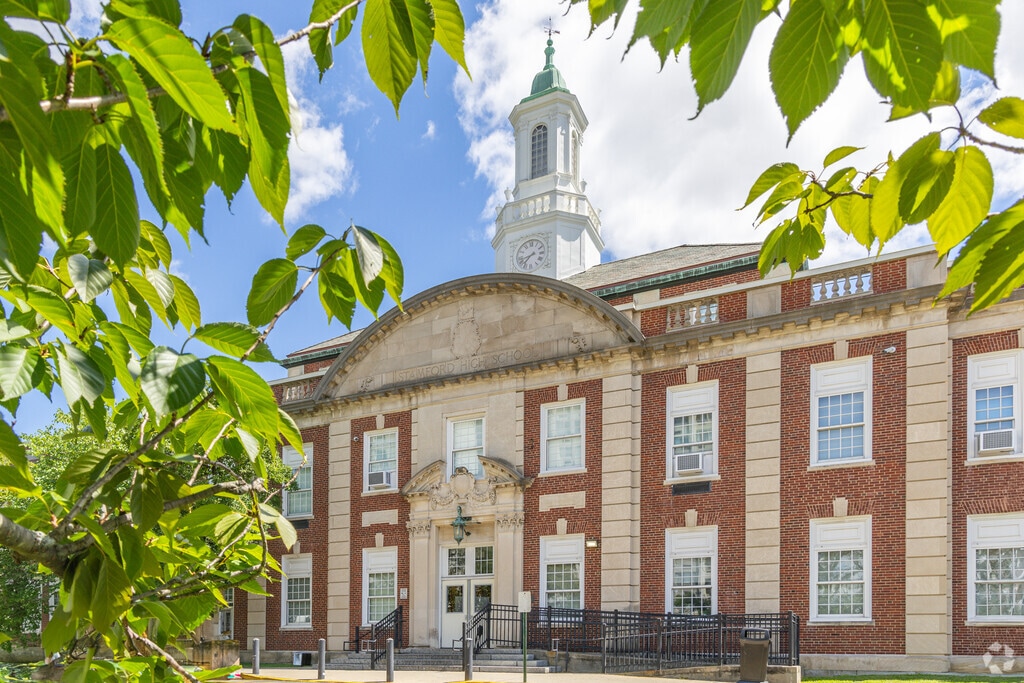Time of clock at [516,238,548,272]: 7:42
